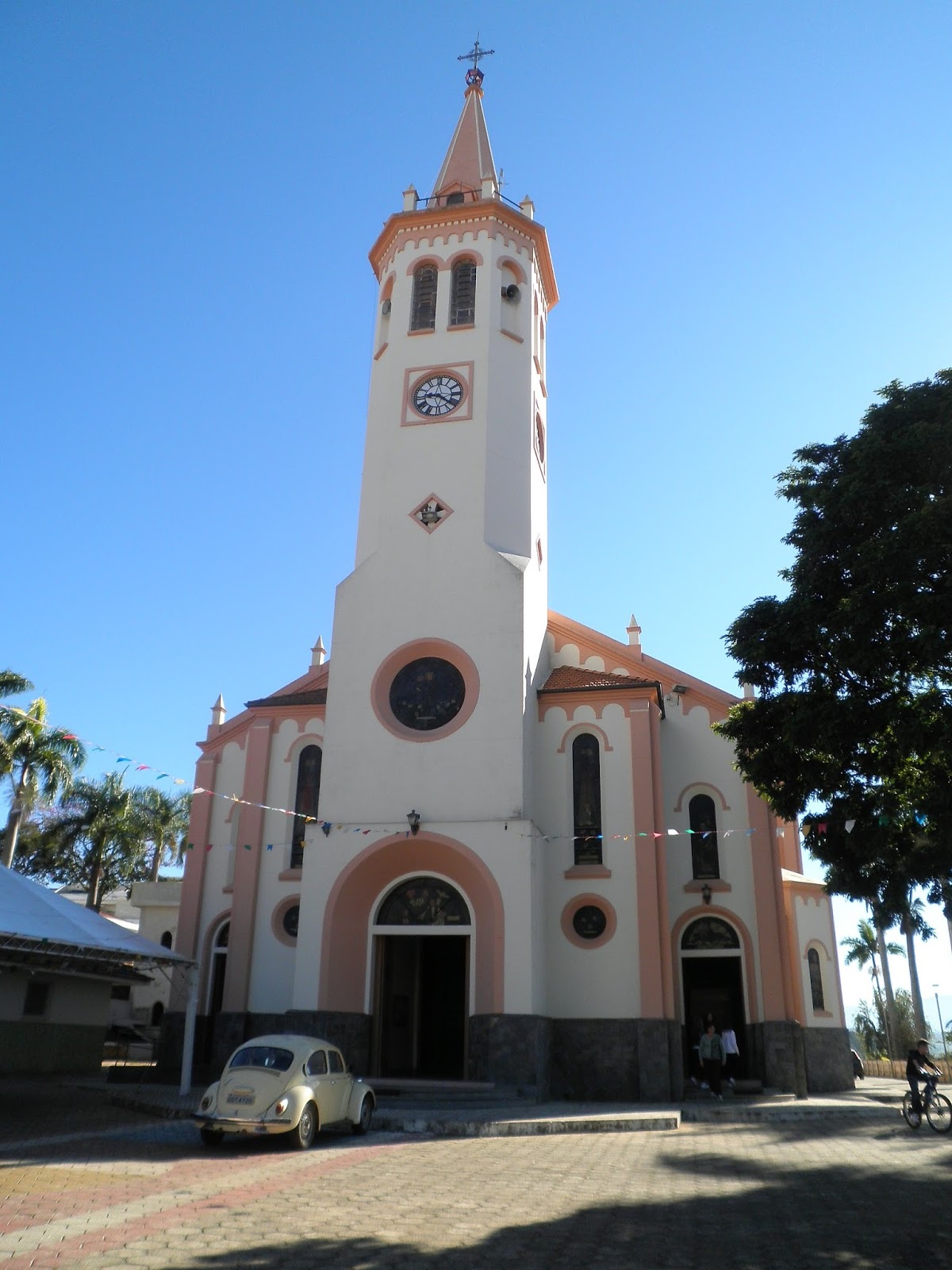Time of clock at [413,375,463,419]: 9:21
